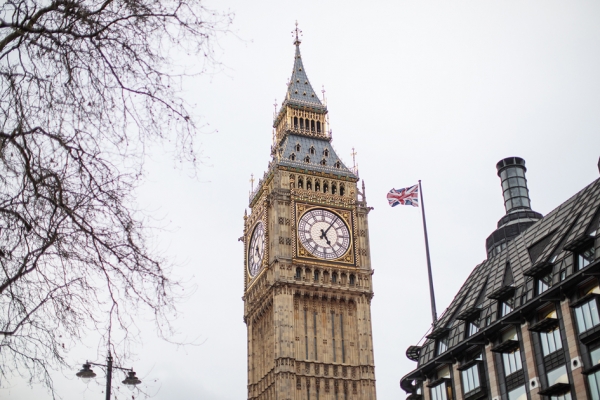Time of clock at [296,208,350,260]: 5:06
